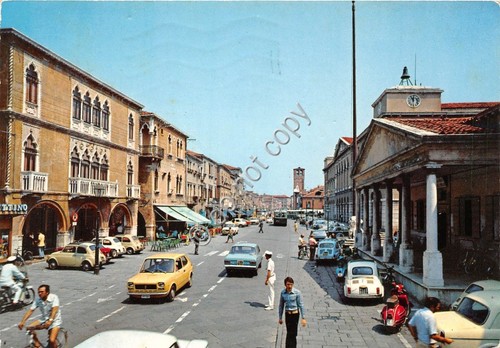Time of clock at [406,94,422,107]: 11:55
